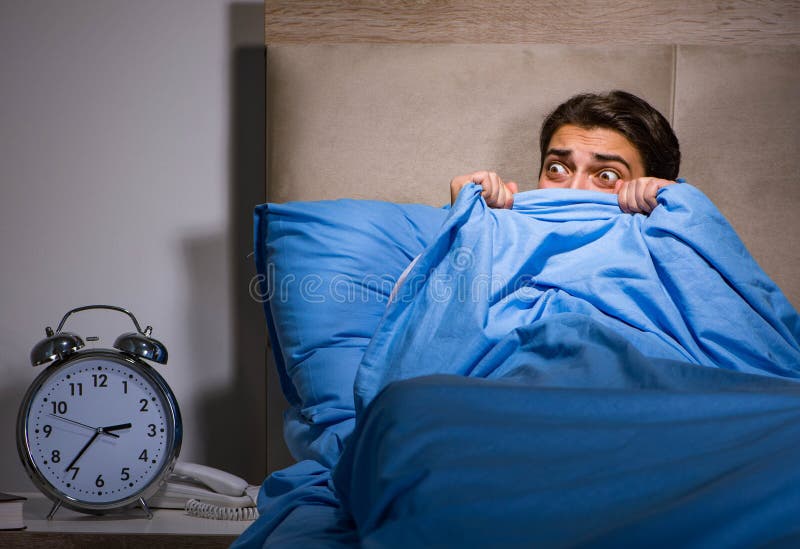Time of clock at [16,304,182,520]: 2:36
